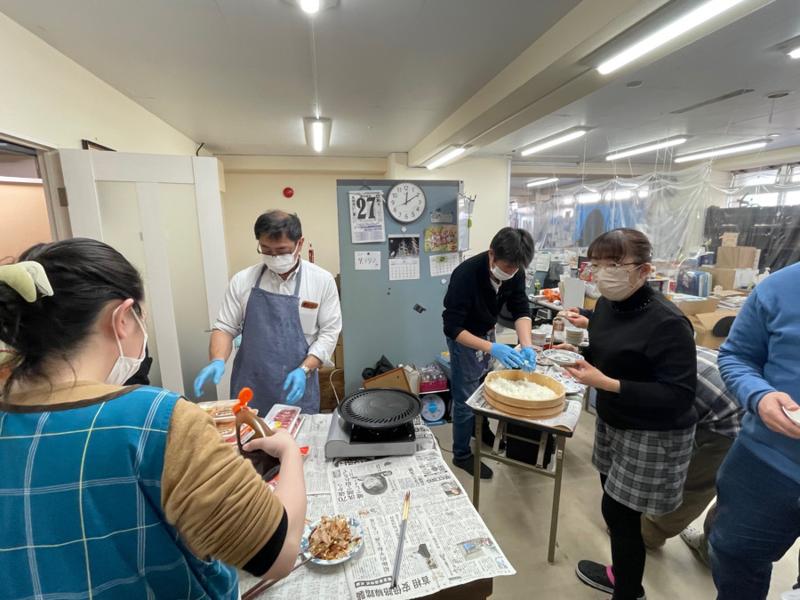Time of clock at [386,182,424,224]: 12:09
